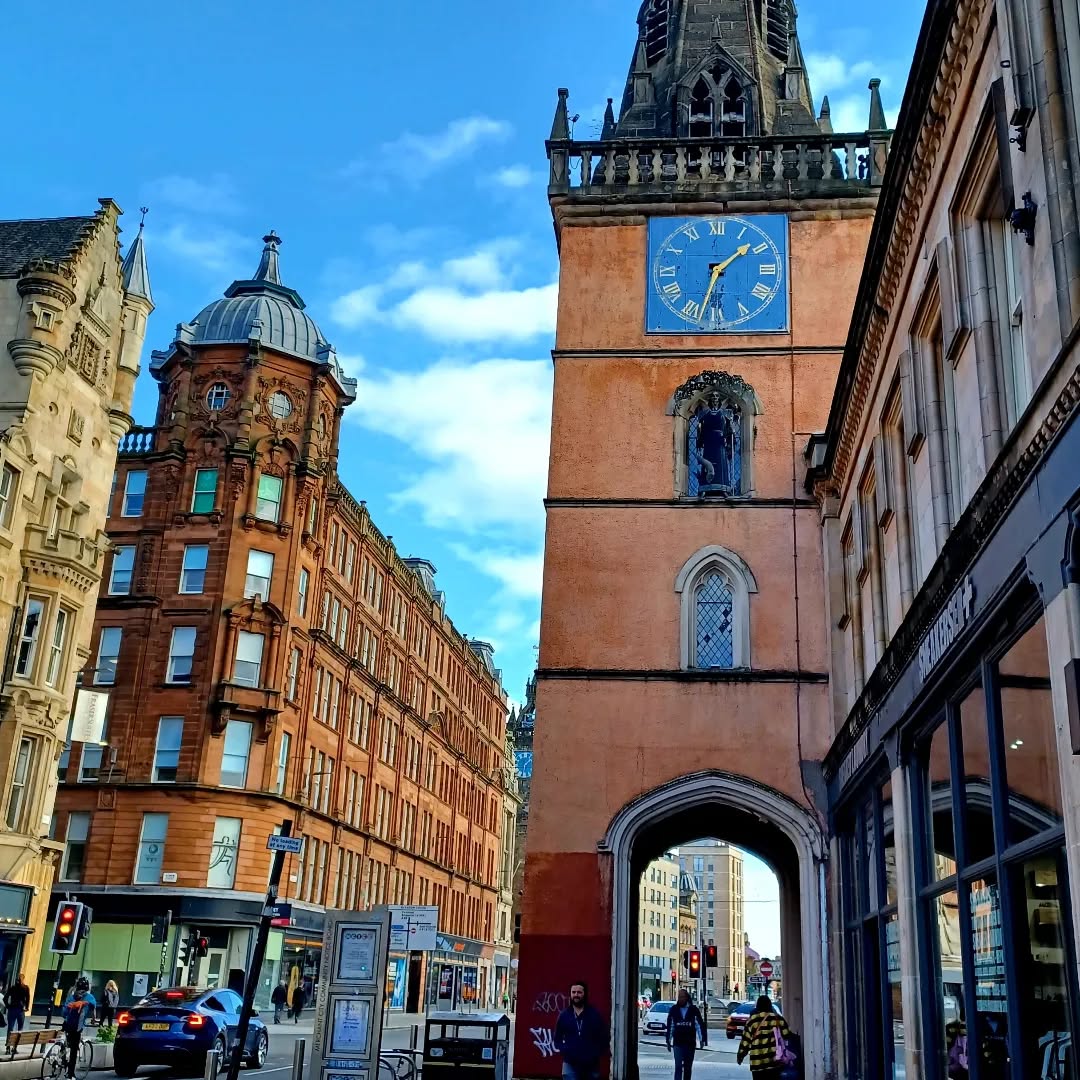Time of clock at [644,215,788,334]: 1:32
